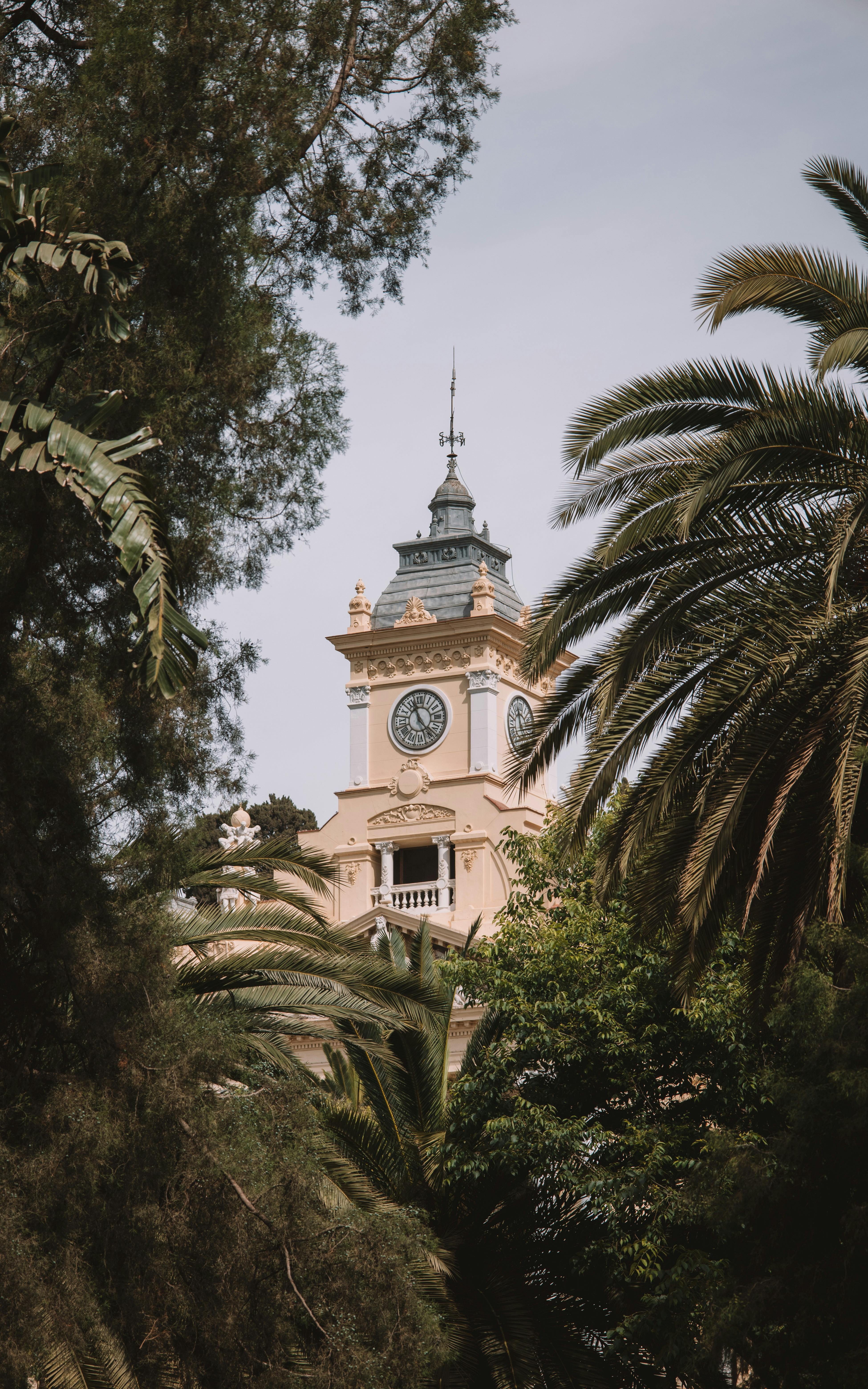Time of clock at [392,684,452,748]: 11:23
